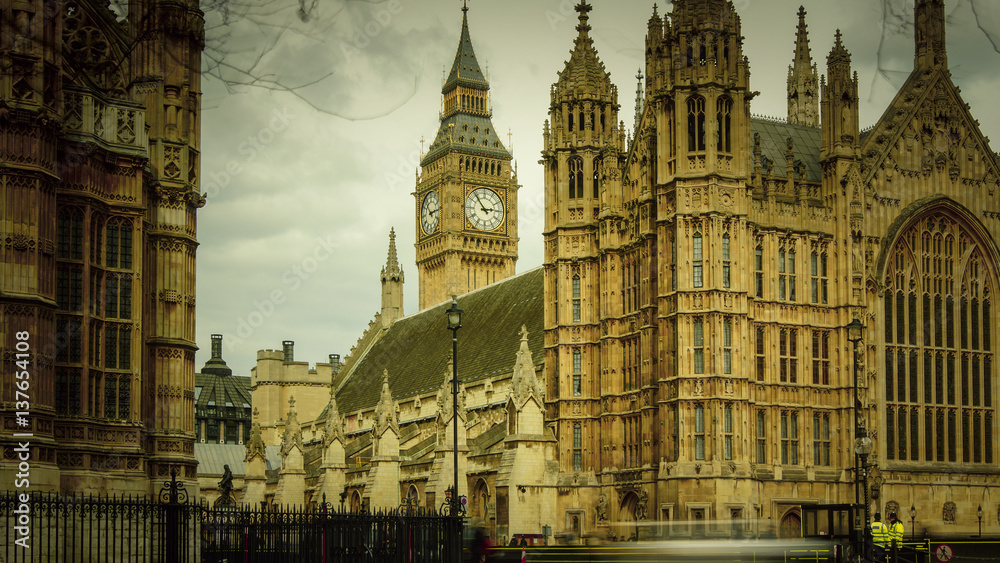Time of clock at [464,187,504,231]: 2:53
